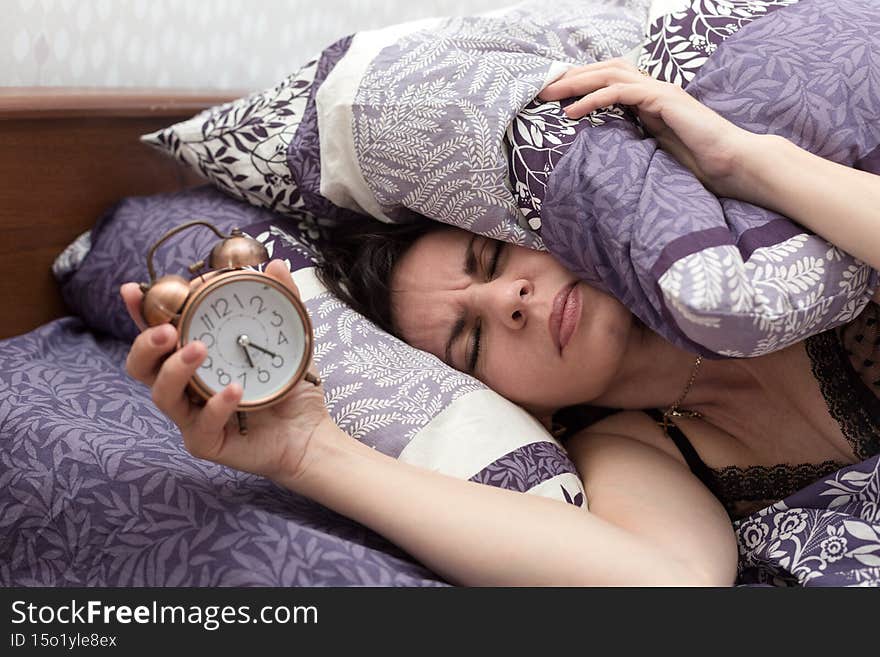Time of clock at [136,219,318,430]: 5:20
